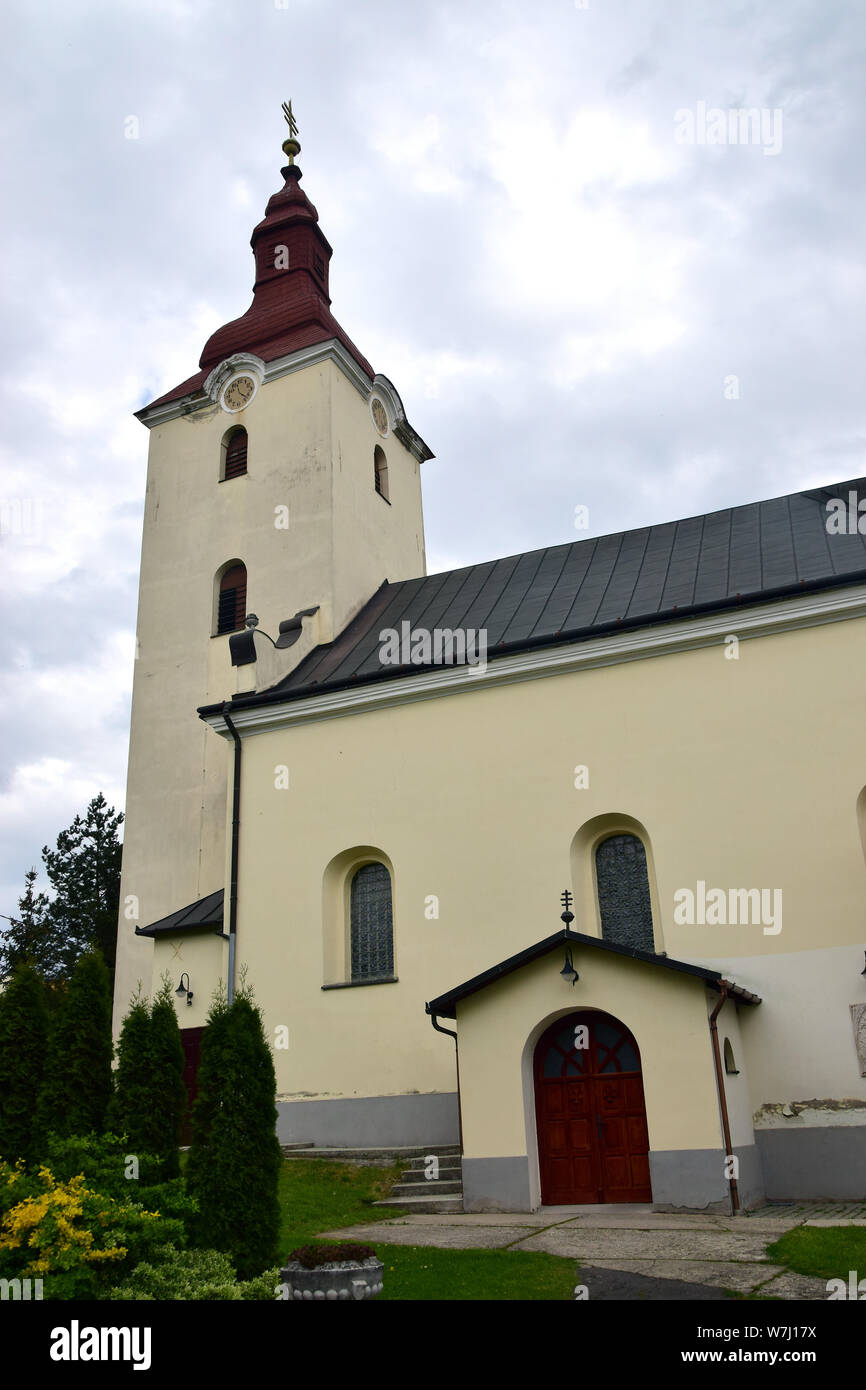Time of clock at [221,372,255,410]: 11:21
